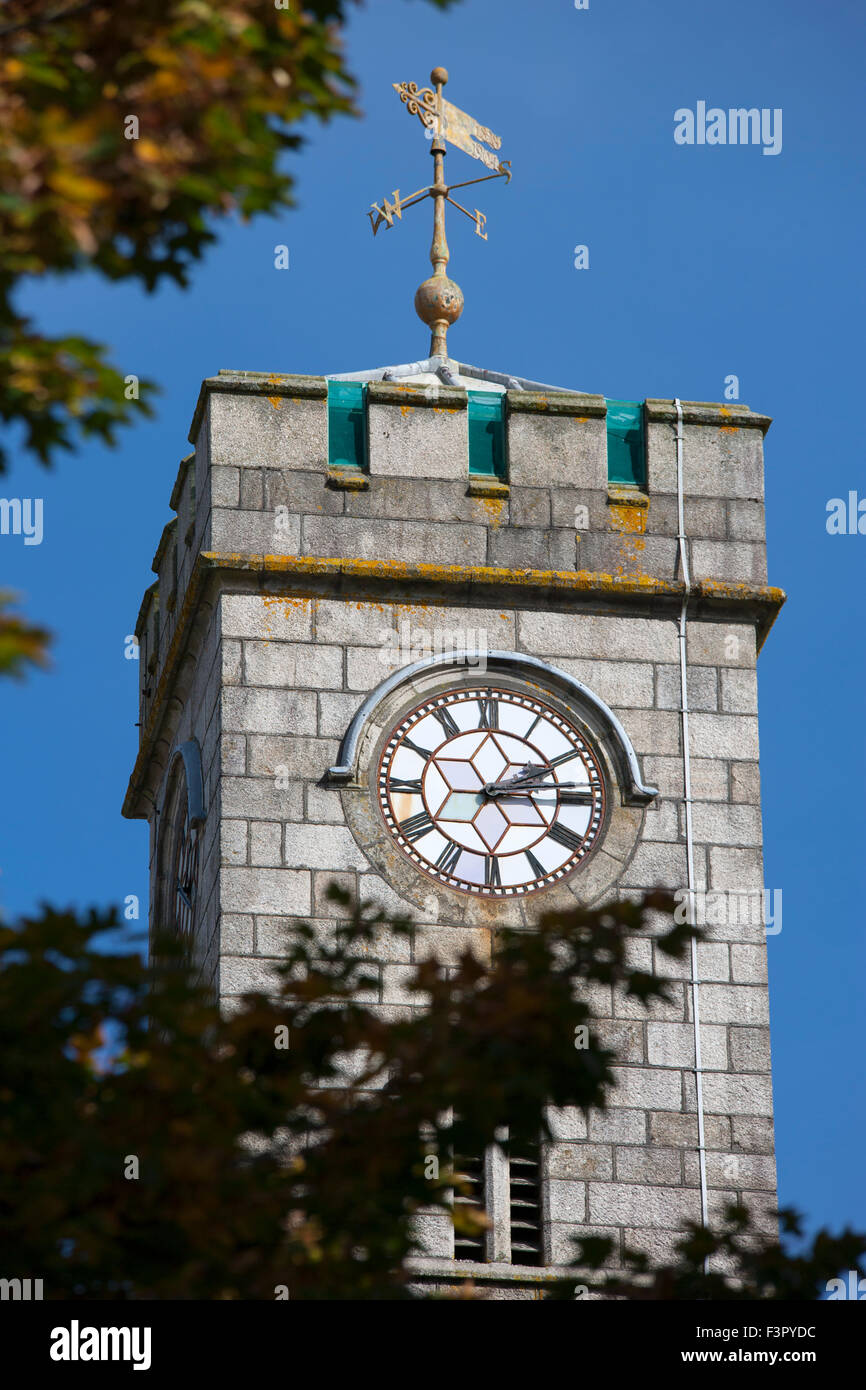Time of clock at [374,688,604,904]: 2:14
